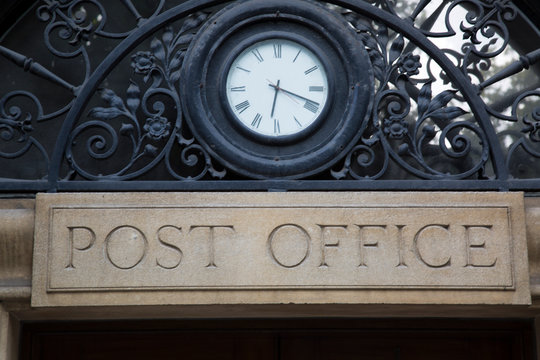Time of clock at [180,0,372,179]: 6:18
